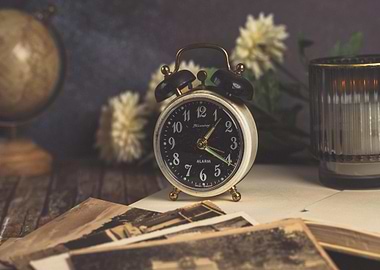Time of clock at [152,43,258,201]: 1:20
